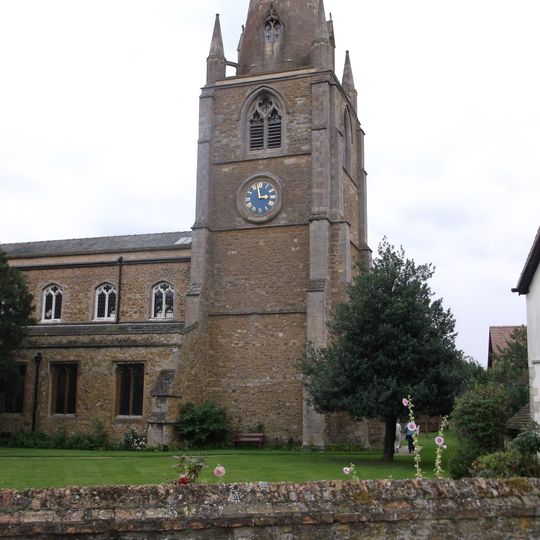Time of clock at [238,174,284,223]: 2:58
